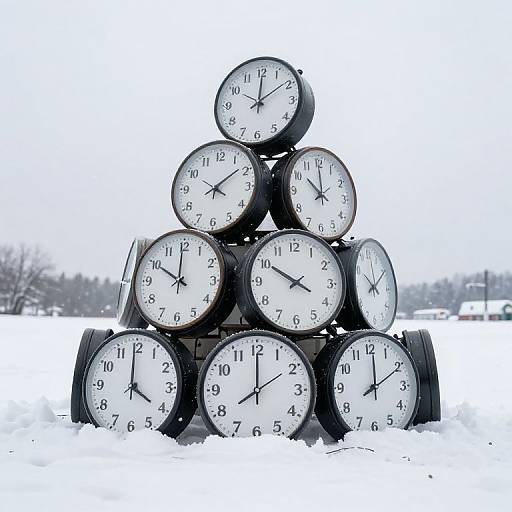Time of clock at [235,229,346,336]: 3:50
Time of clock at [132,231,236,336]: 9:59
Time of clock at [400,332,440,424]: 12:10
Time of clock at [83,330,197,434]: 3:59
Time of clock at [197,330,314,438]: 7:59
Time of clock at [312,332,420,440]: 12:10
